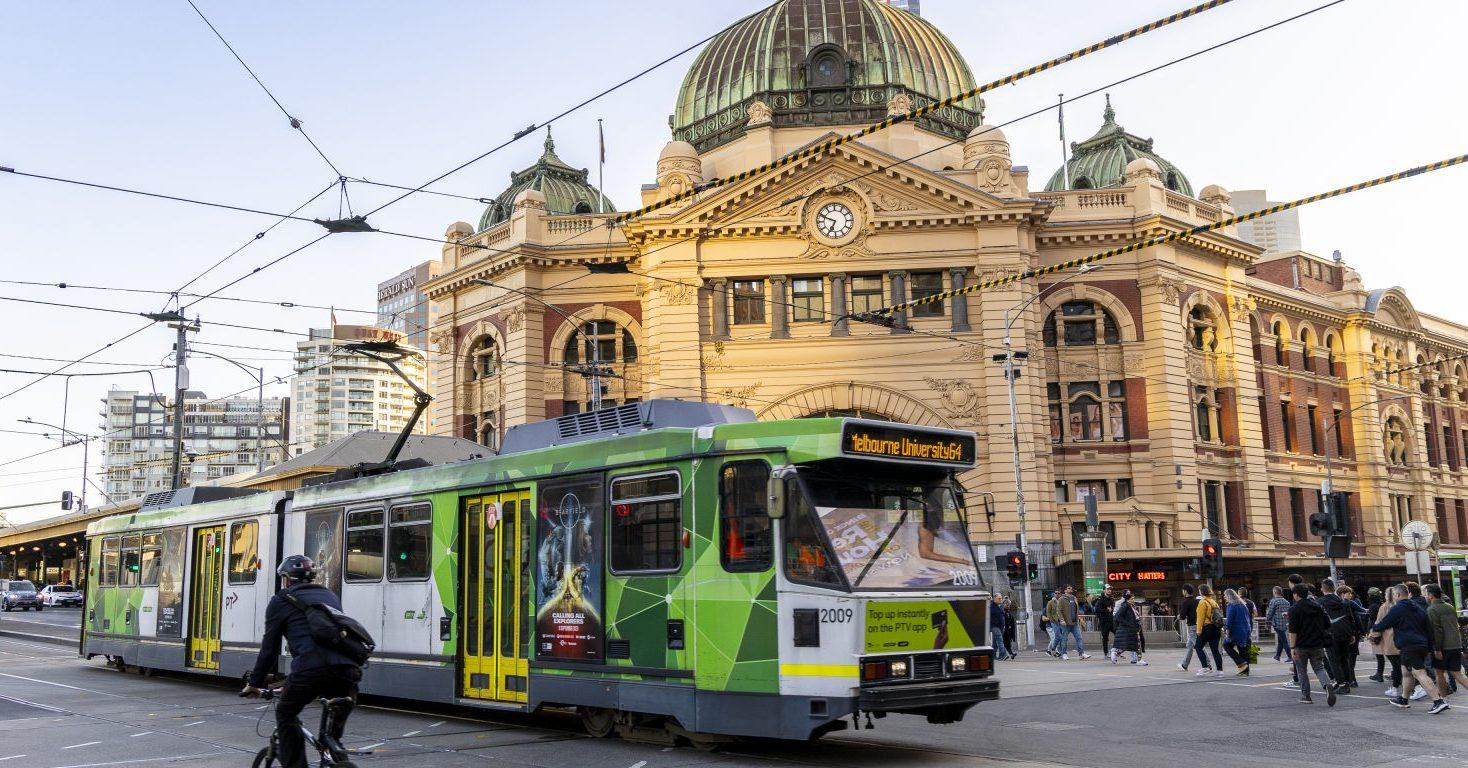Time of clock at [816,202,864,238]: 6:48
